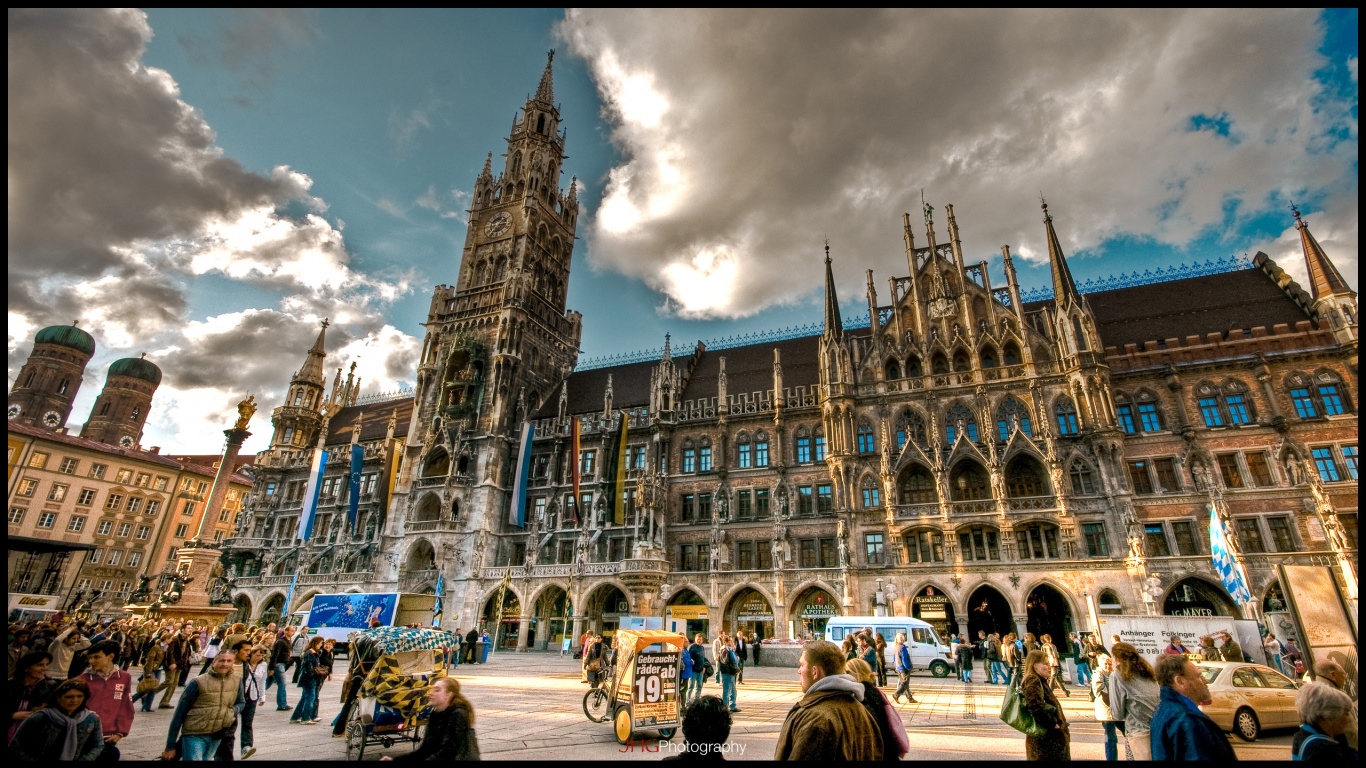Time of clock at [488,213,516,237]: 1:37
